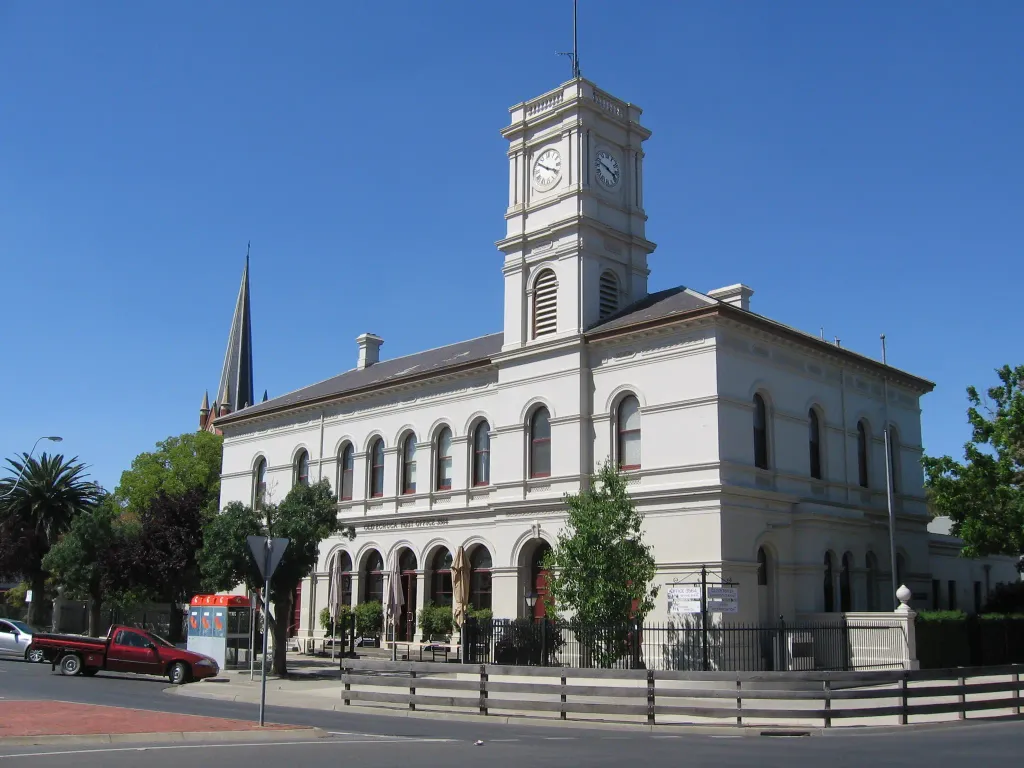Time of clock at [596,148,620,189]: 3:48
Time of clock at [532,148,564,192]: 3:50
